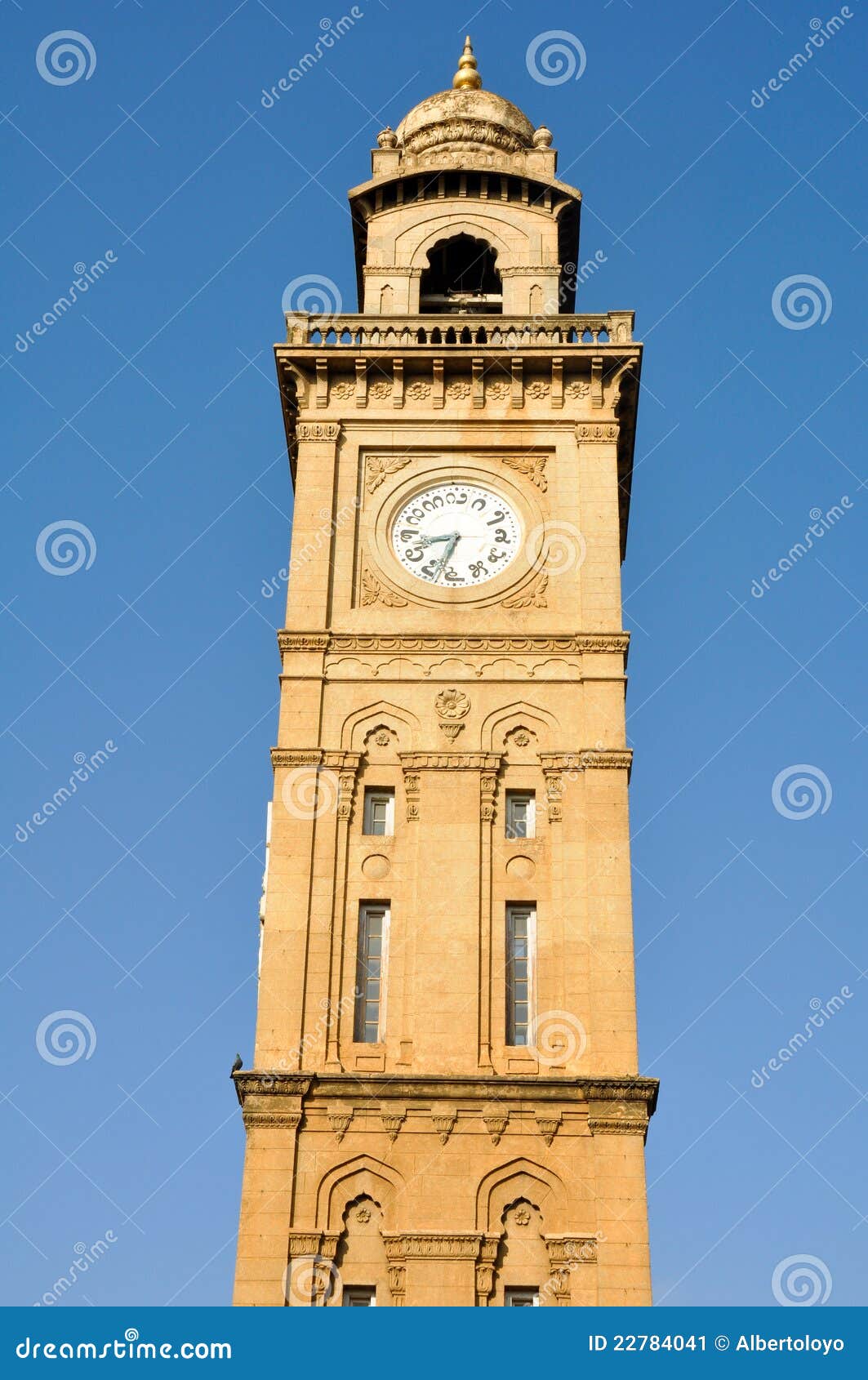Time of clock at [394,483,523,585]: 6:41
